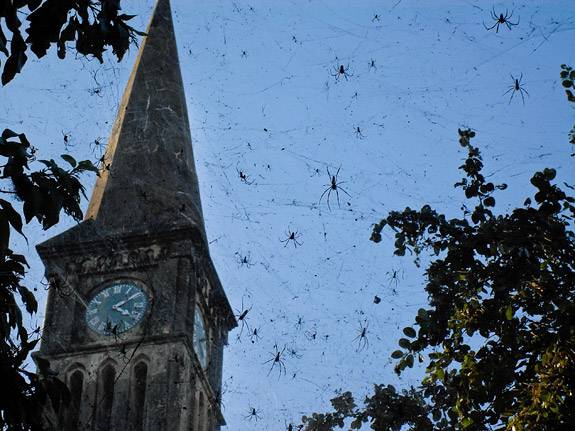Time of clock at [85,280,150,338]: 4:09
